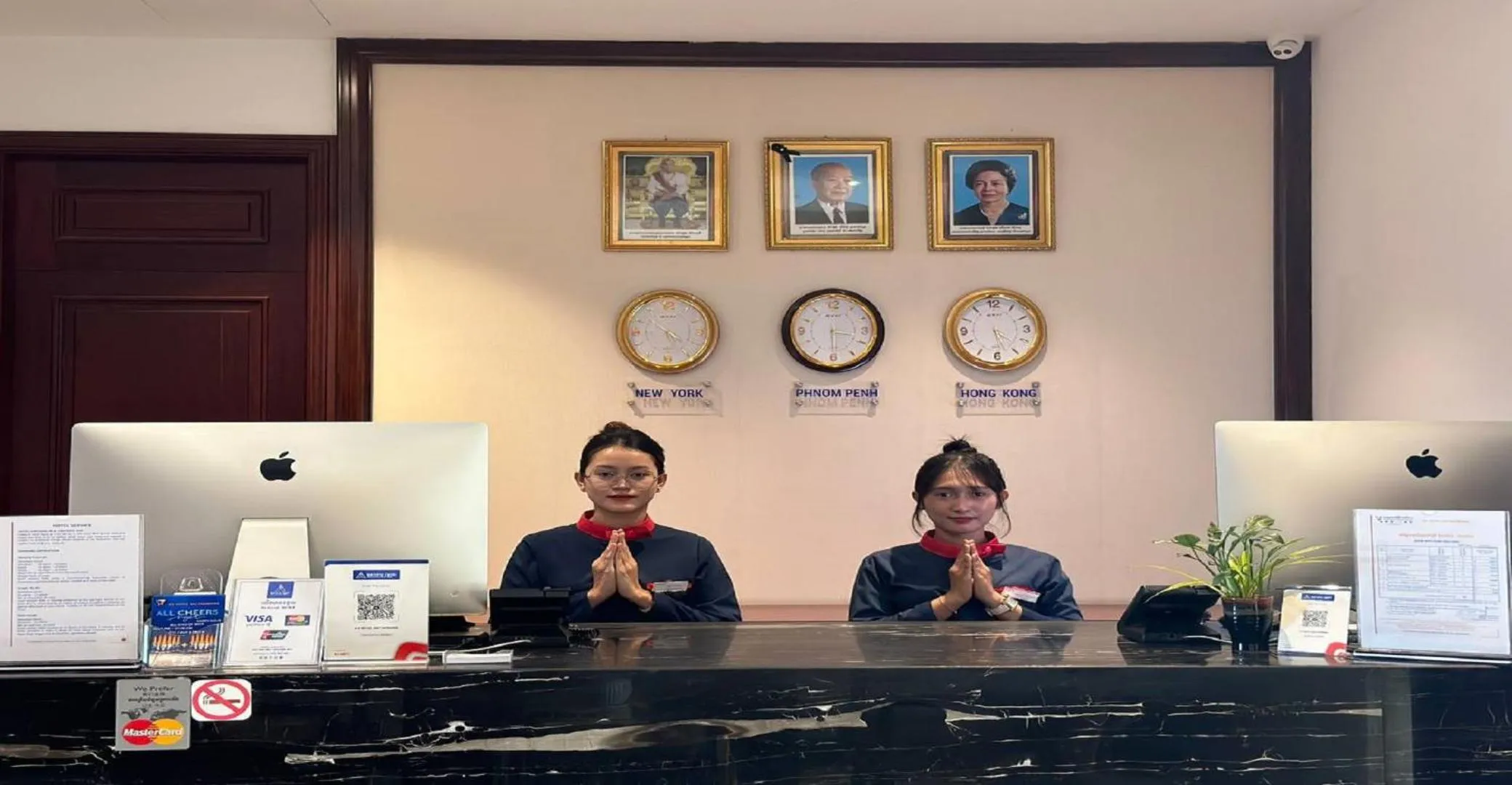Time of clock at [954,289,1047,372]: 4:28
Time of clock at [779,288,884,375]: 3:29
